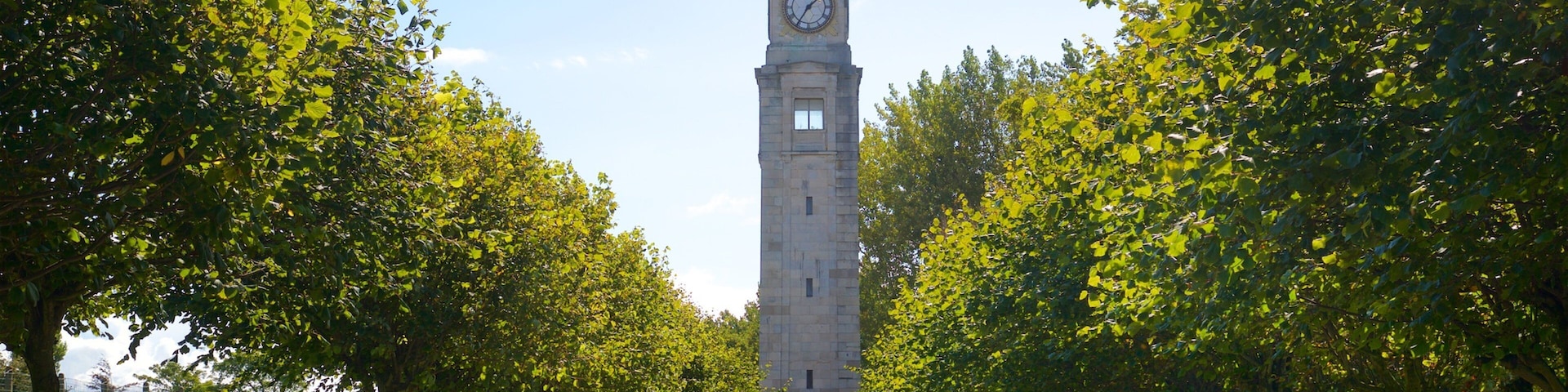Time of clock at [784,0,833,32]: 1:35
